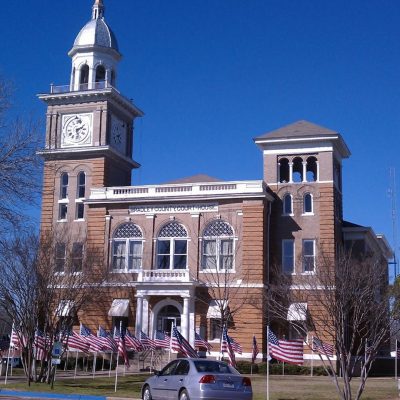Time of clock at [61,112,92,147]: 2:27
